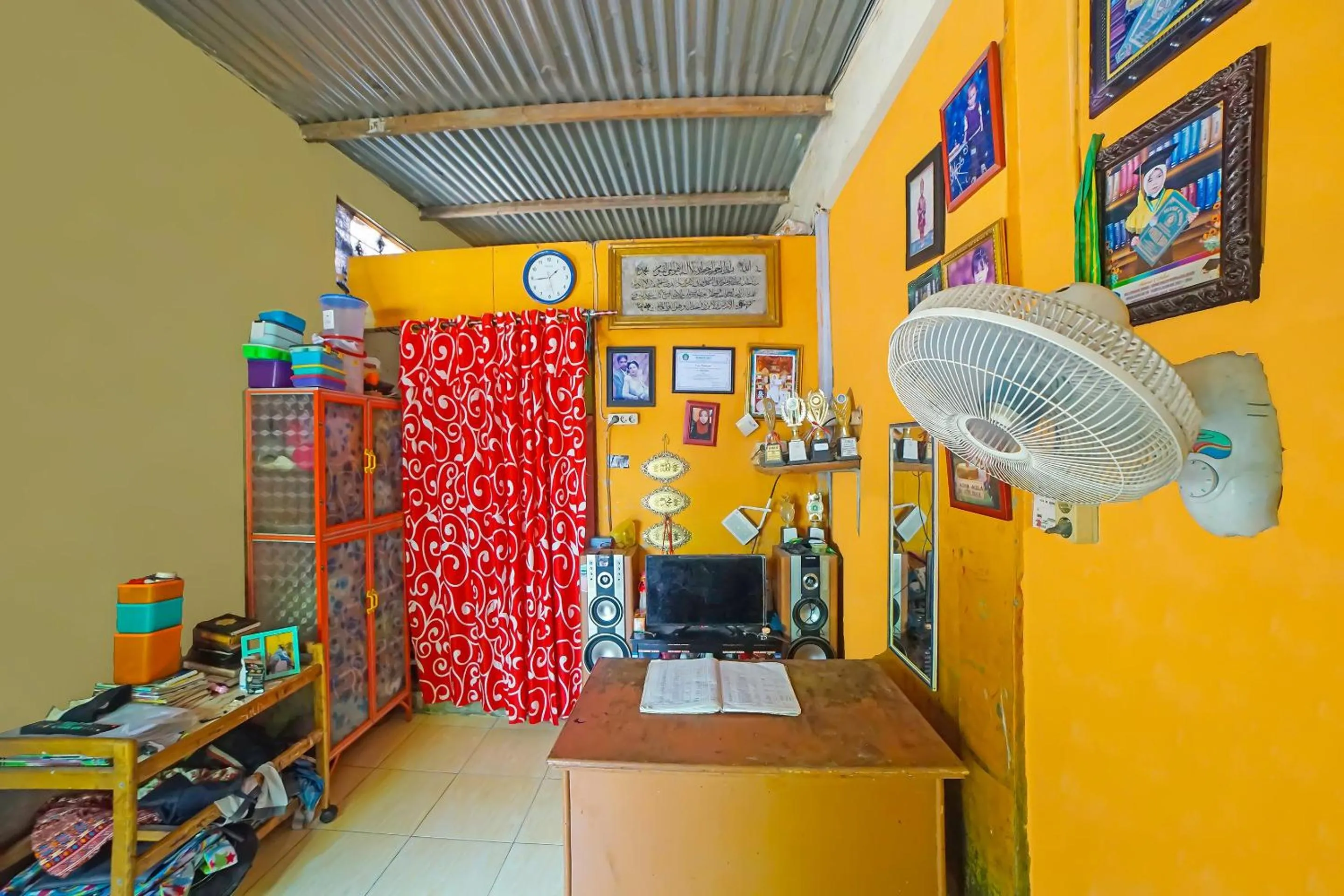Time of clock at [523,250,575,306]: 1:44
